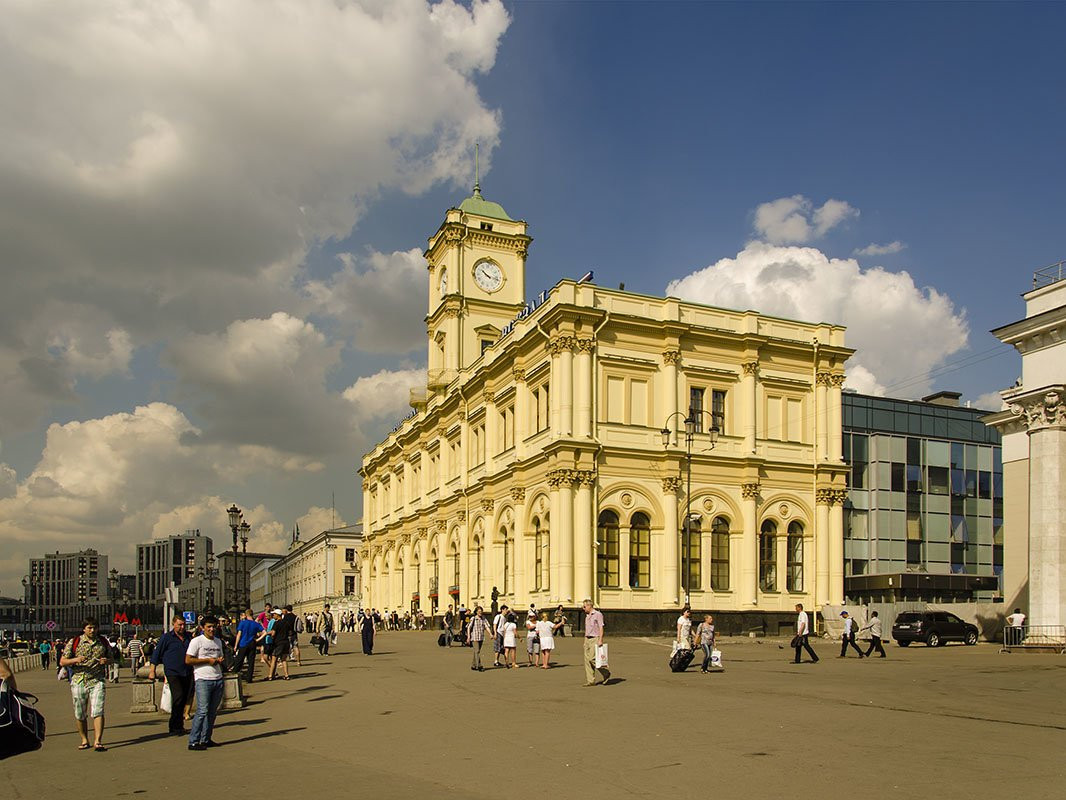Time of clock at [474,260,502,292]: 10:17
